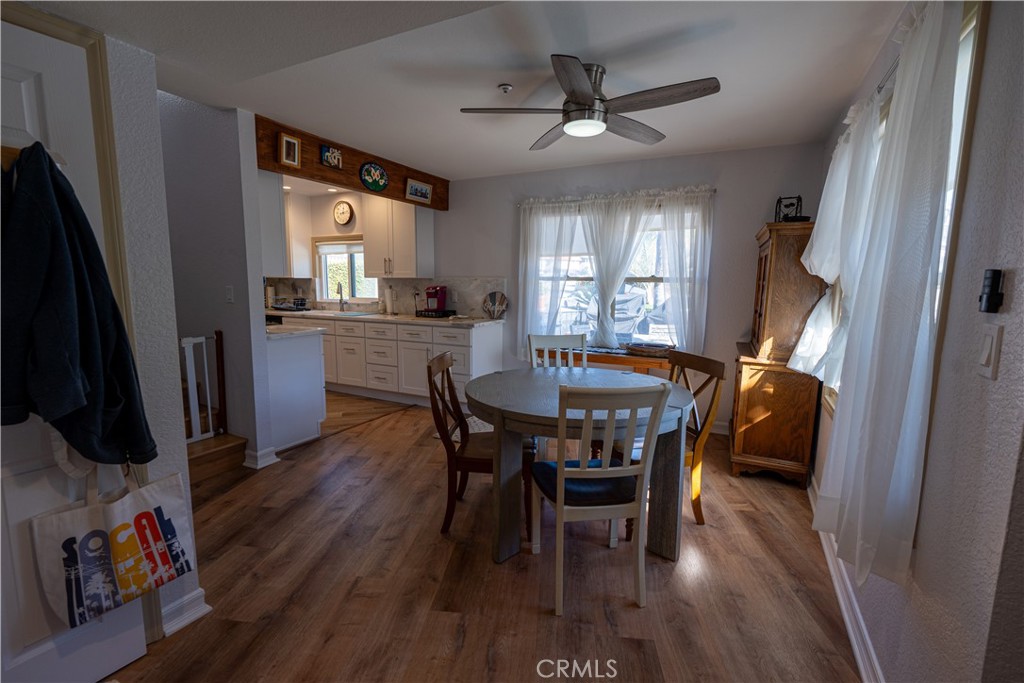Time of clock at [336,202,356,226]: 8:12
